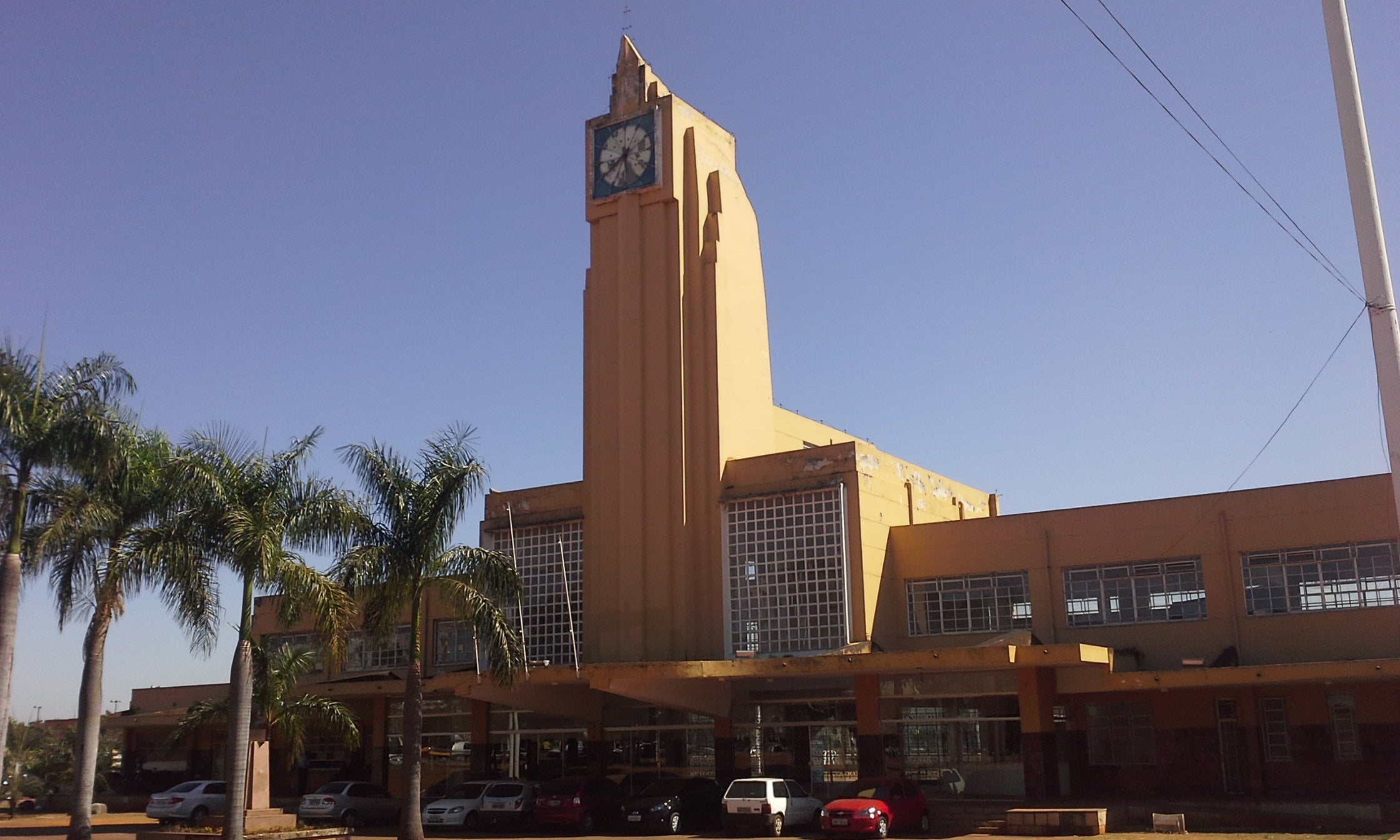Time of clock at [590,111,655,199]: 5:40
